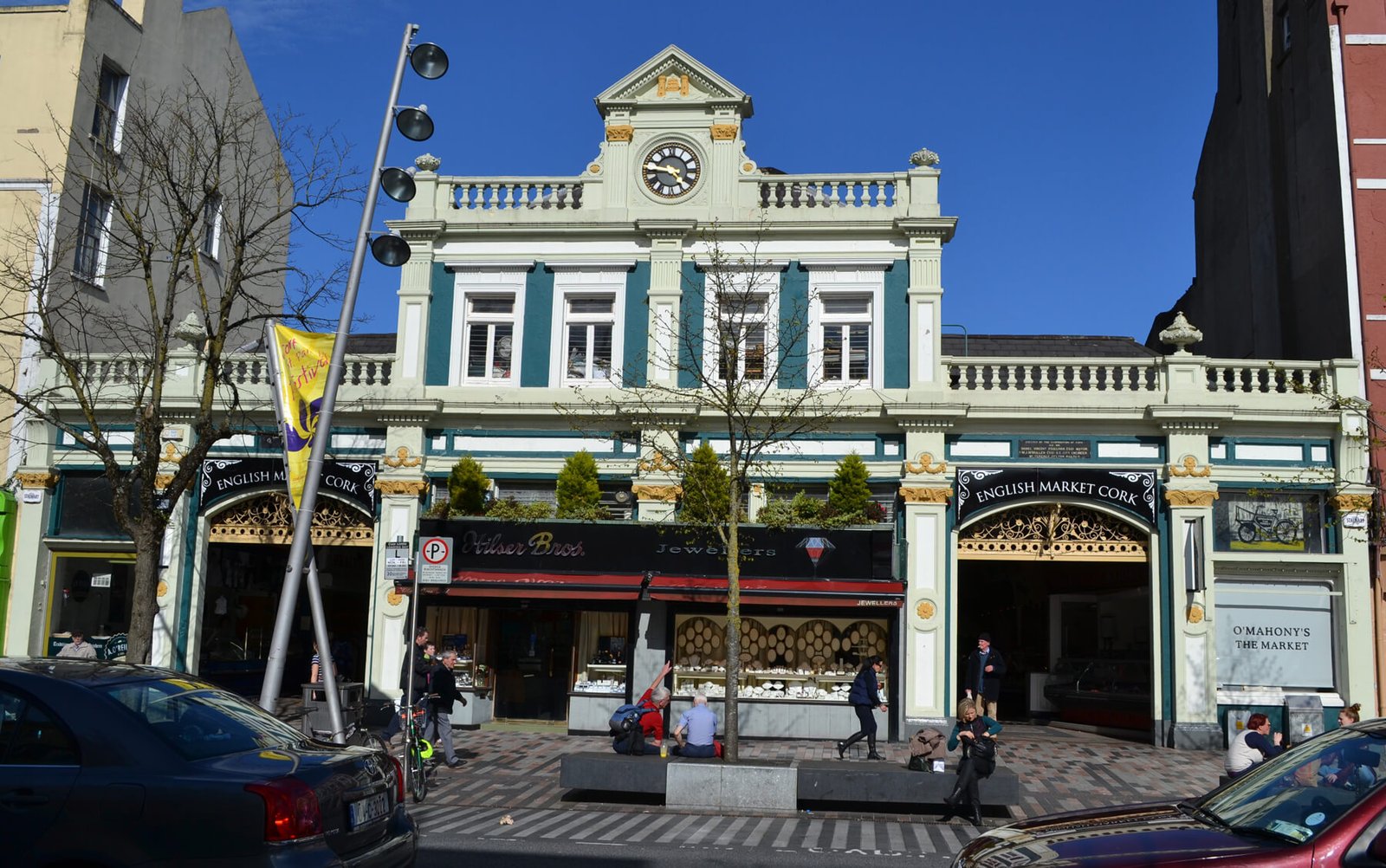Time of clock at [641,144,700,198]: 4:45
